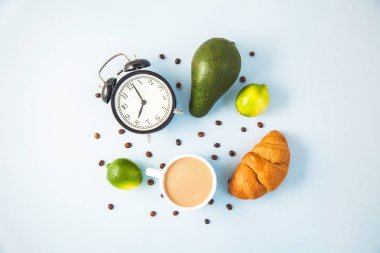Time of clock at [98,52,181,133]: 6:56
